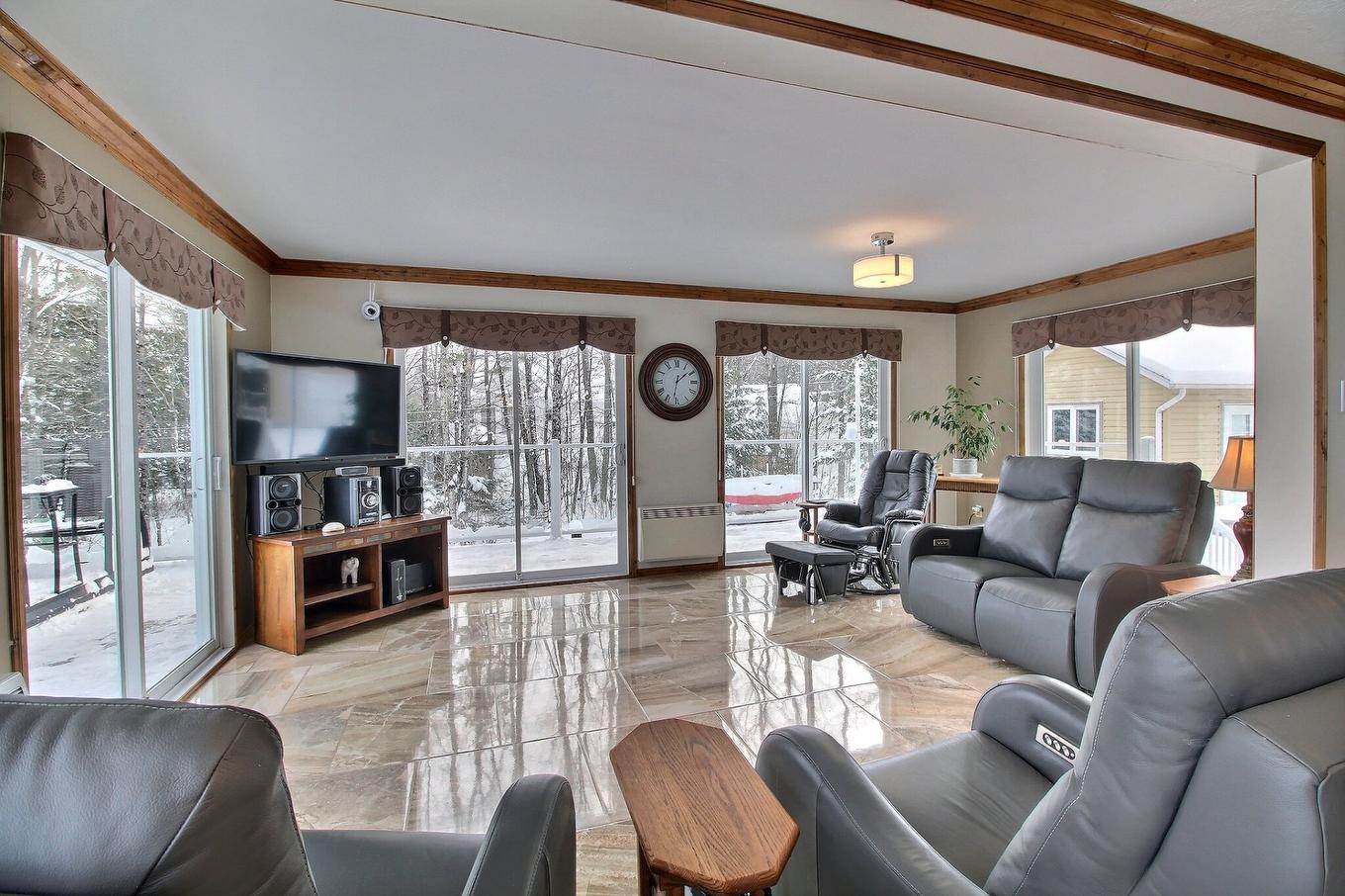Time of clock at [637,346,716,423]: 1:31
